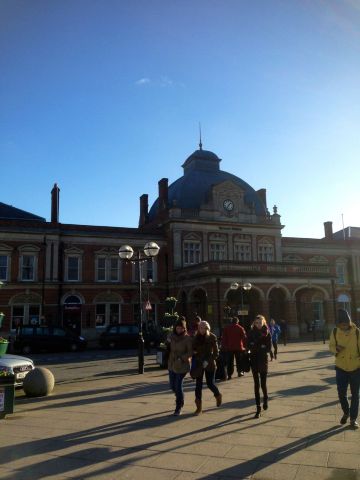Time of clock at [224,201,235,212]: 7:07
